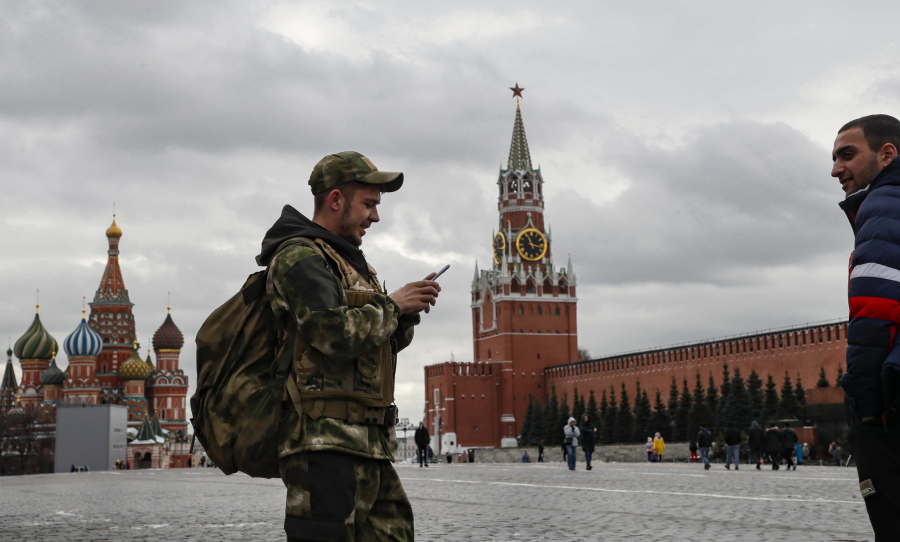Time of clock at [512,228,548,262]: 11:17
